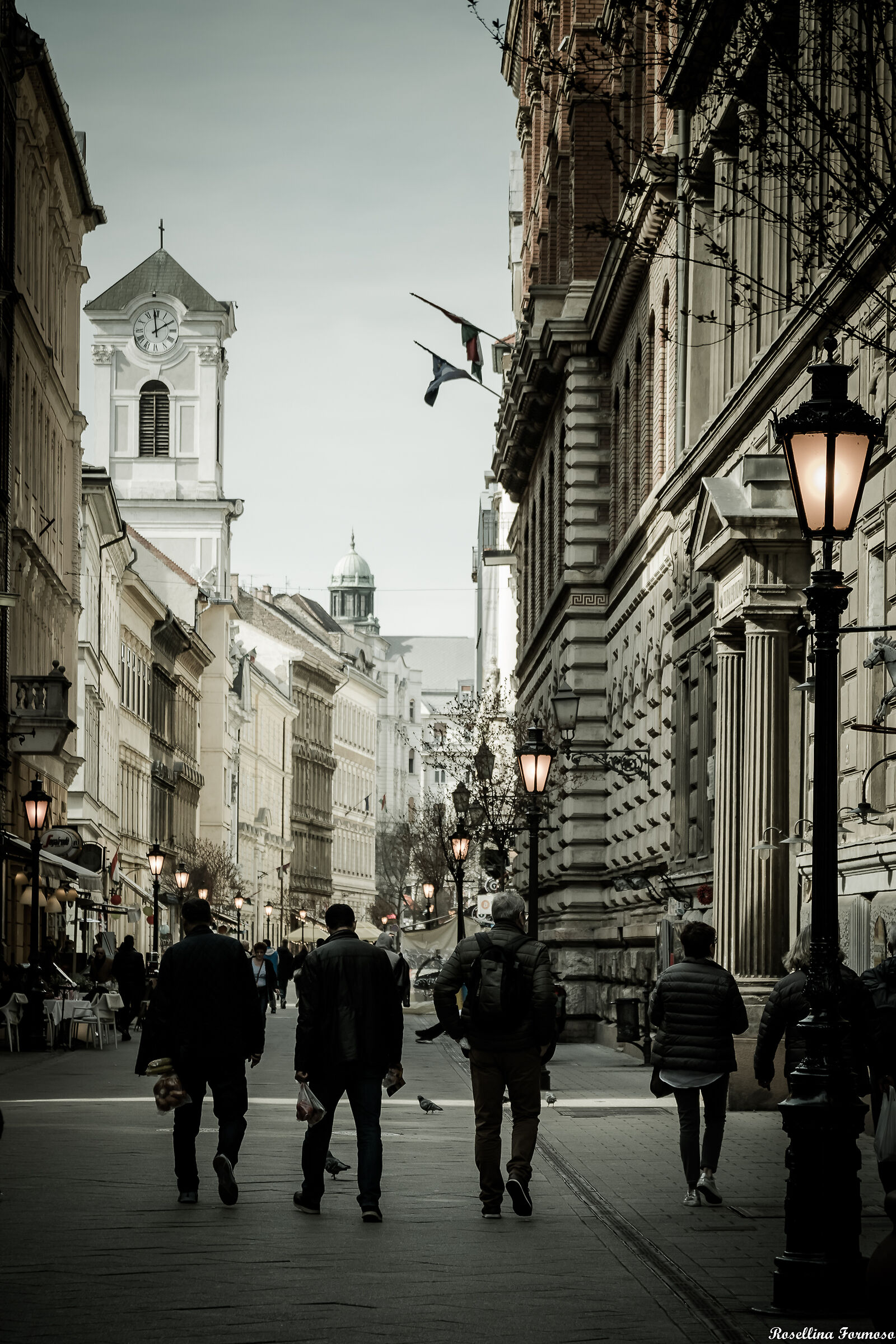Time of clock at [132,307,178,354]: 1:58
